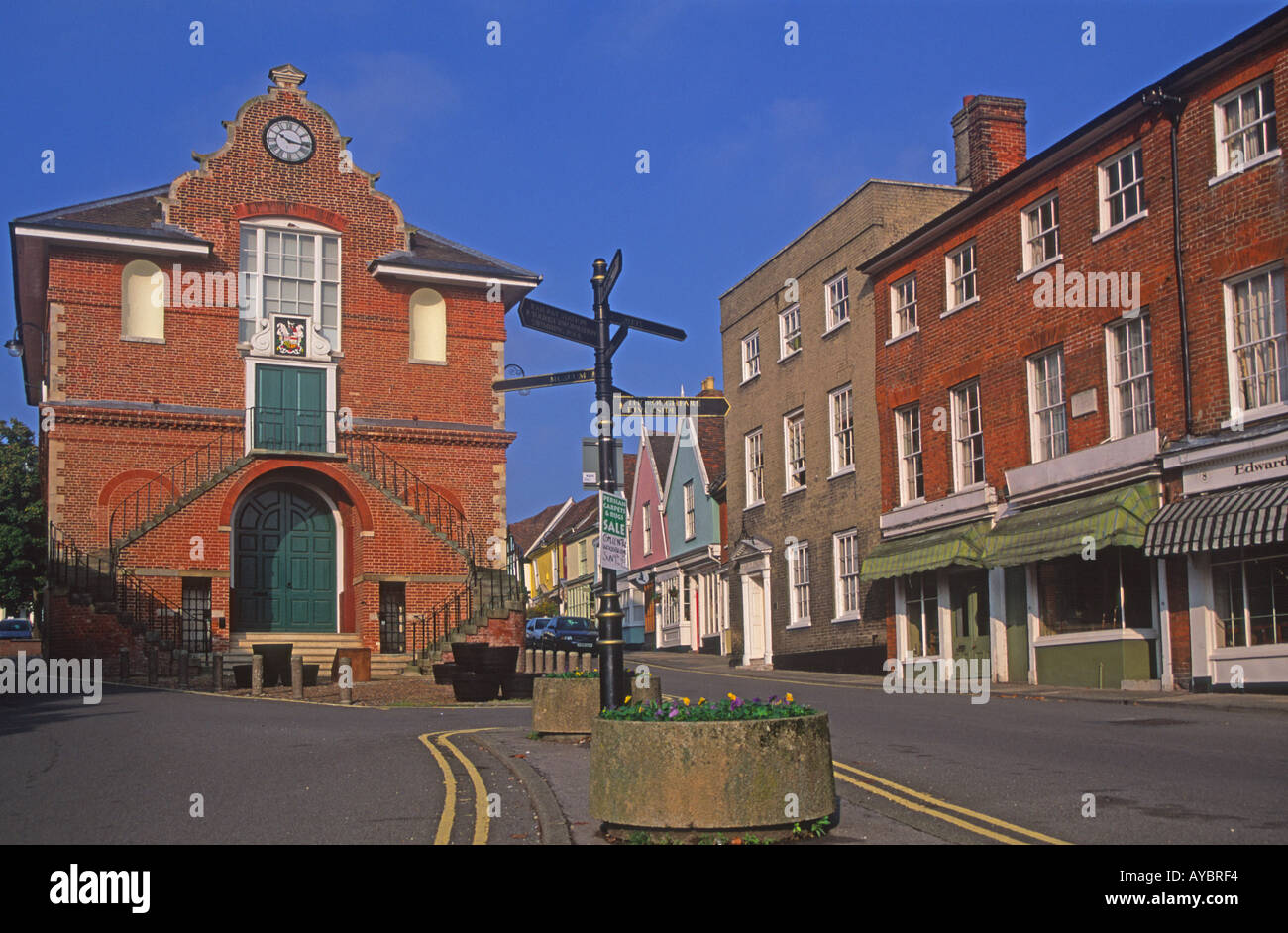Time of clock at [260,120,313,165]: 10:16
